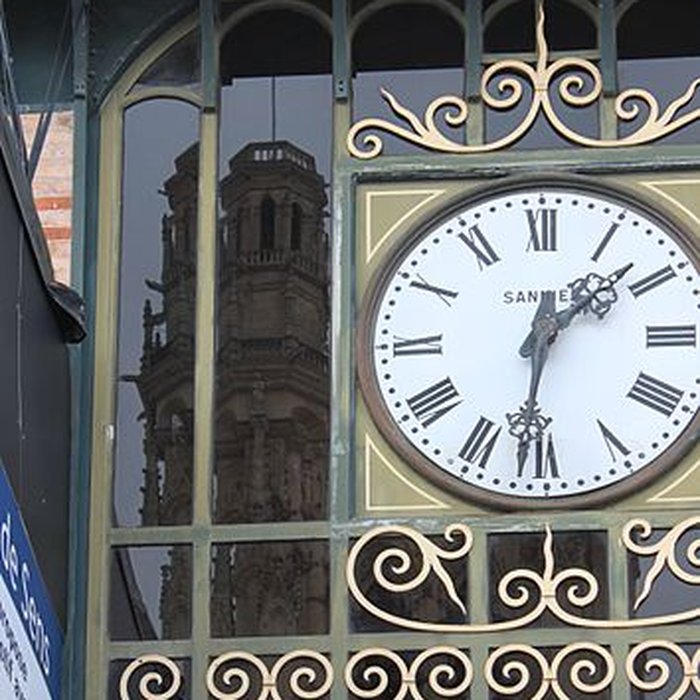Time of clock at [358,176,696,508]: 1:31
